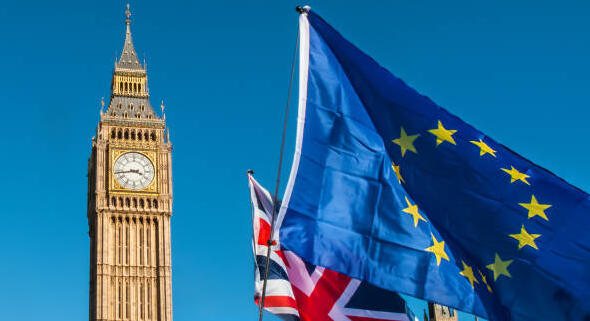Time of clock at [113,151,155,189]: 3:43
